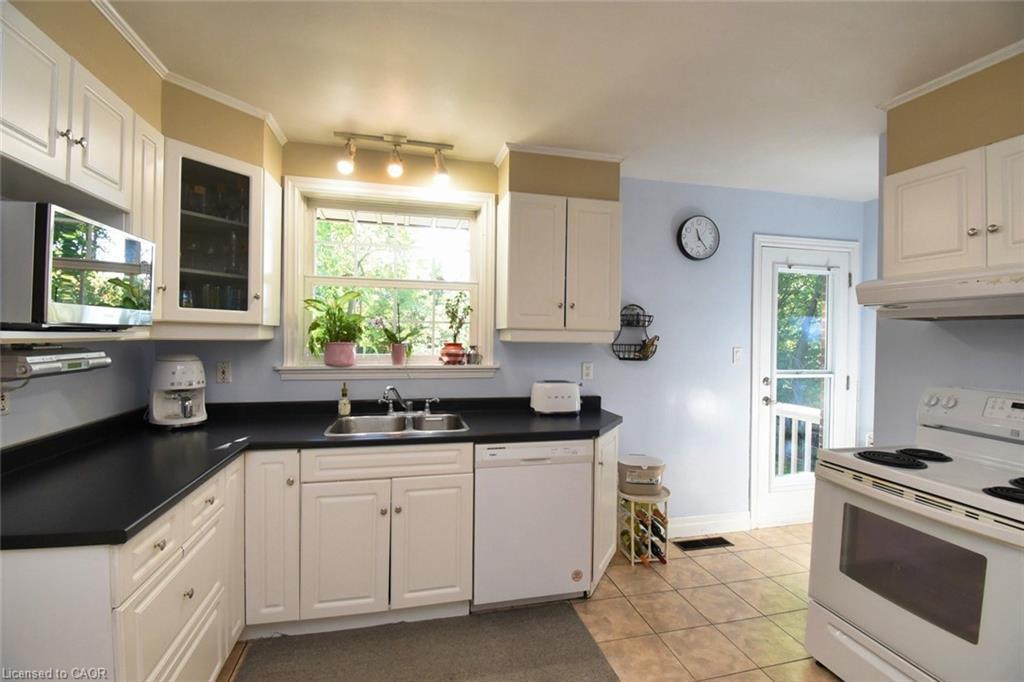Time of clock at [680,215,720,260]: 11:22
